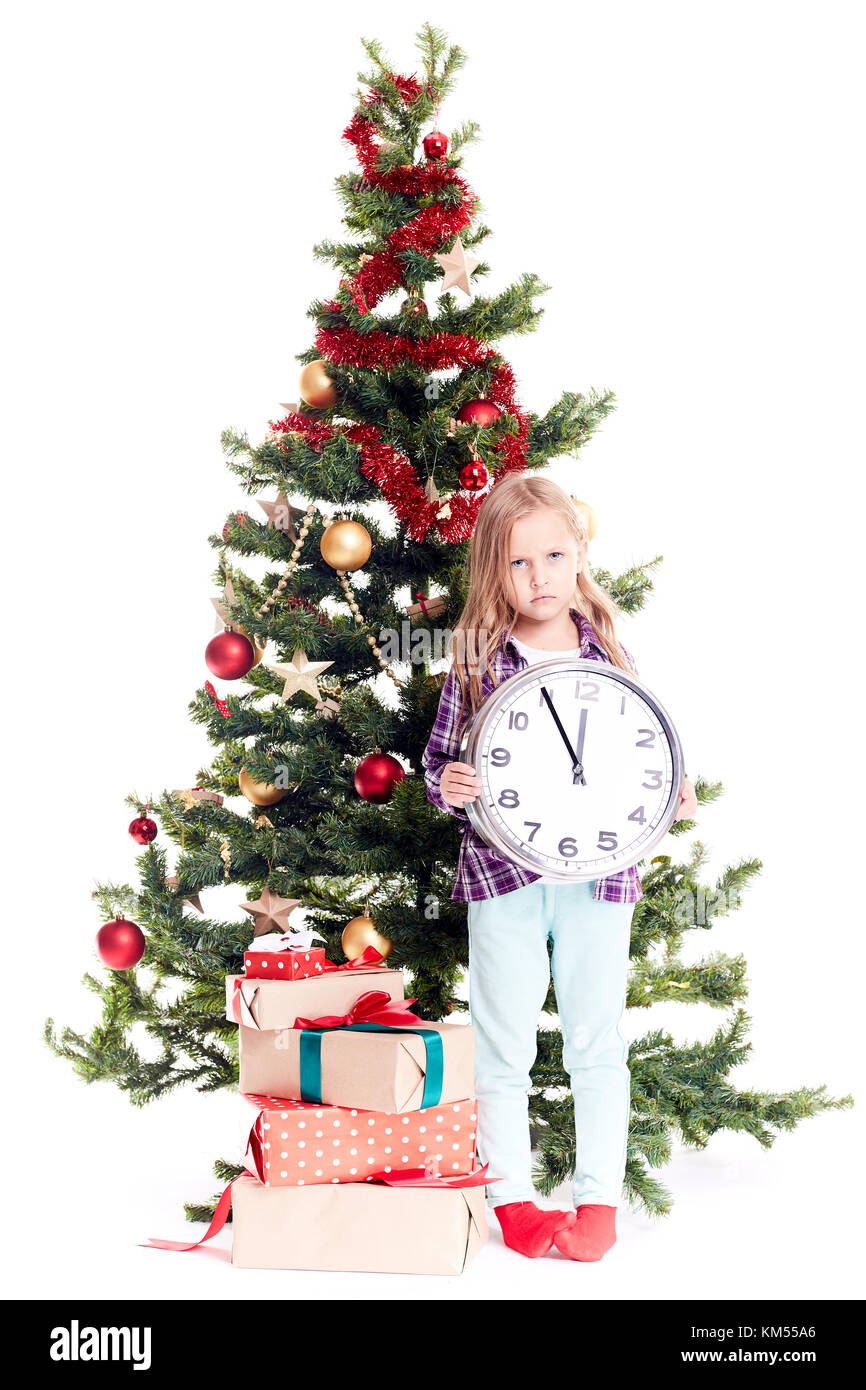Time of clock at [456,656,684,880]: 11:54
